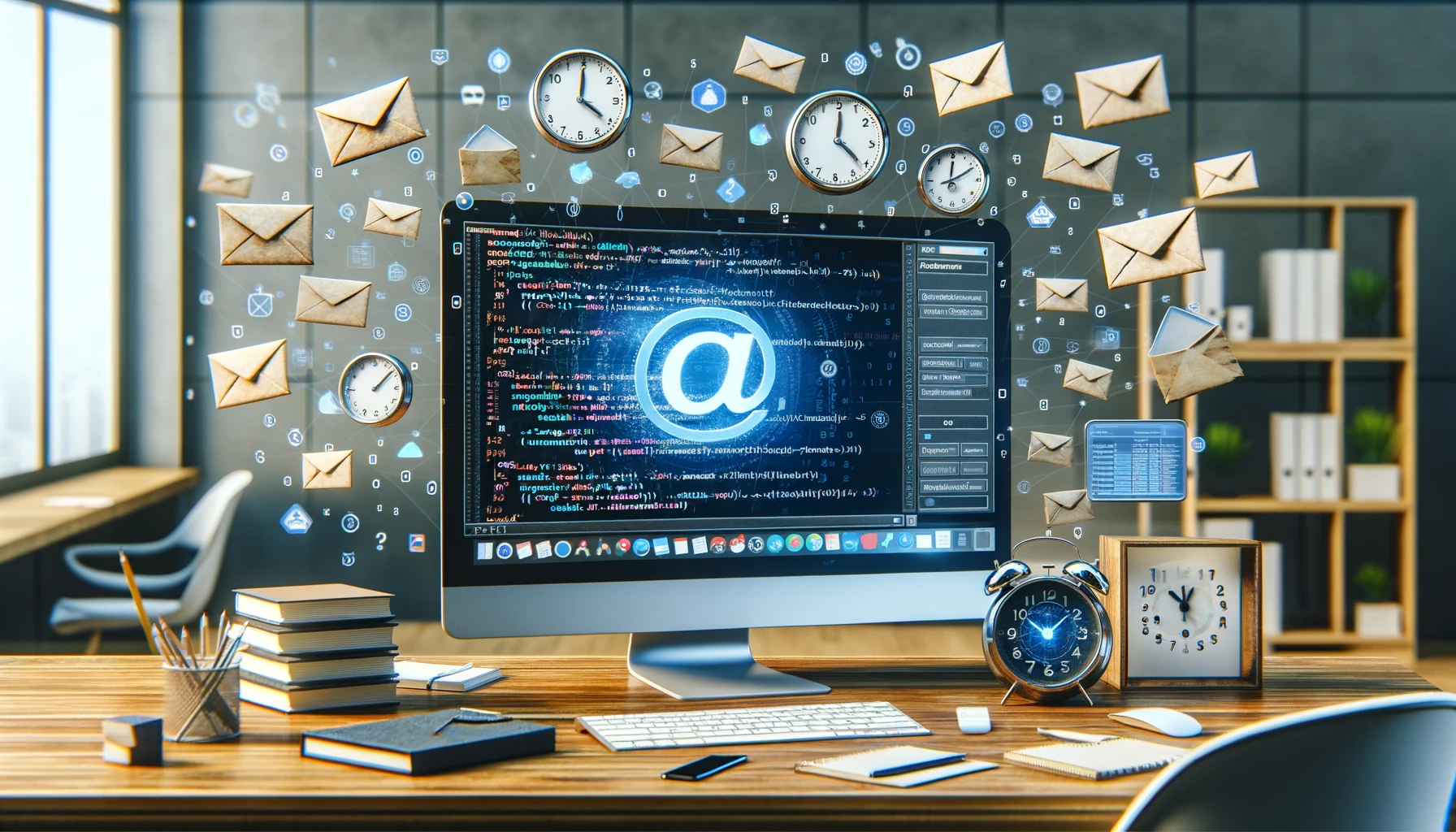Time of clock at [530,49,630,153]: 4:00
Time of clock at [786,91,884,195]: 12:21
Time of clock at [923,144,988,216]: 12:10
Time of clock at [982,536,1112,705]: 10:08
